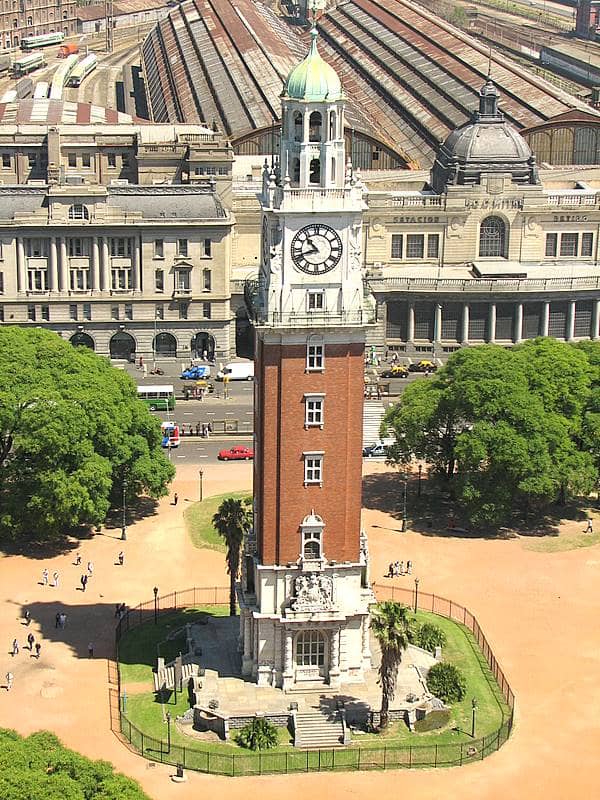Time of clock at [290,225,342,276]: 10:41
